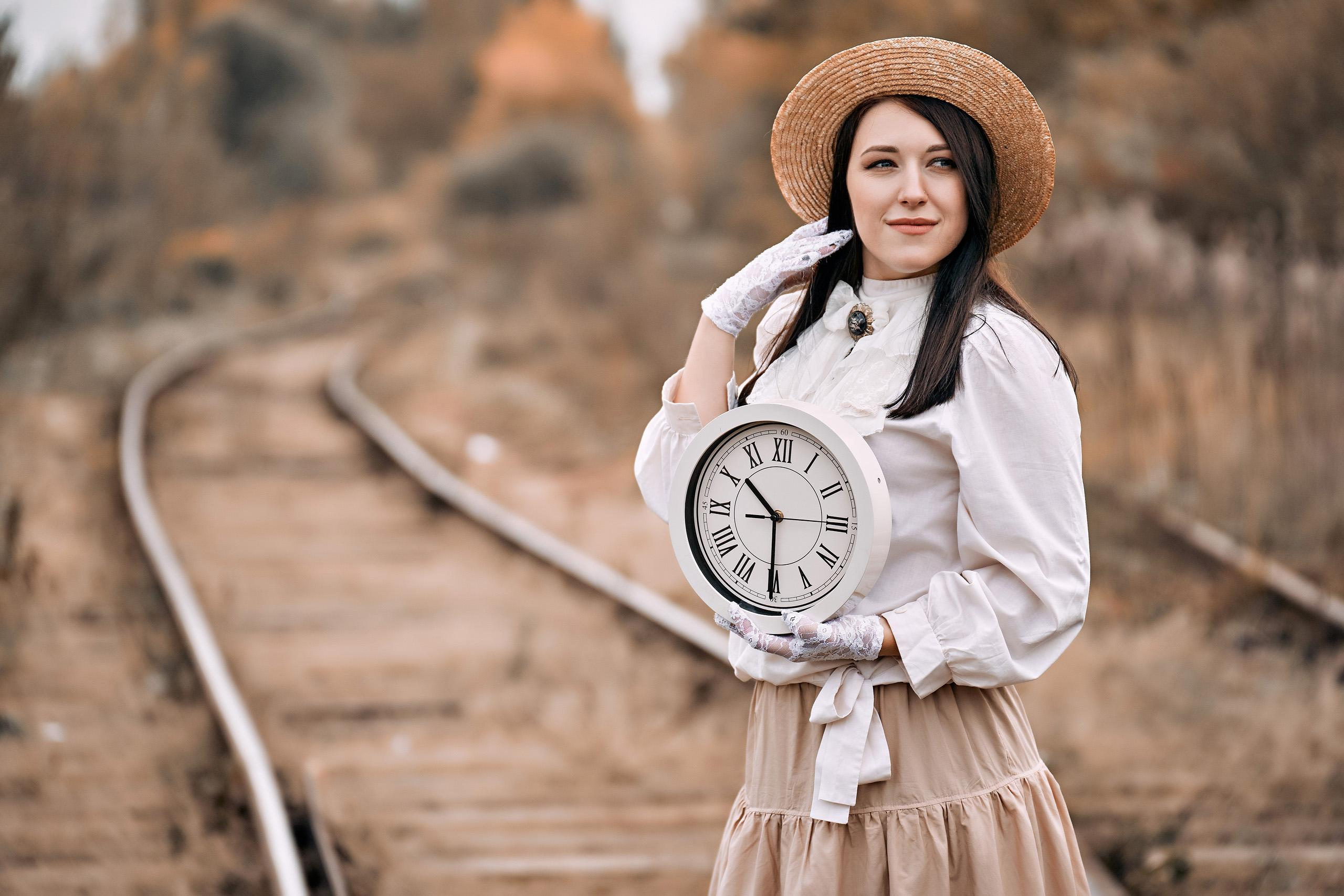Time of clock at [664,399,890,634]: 10:30
